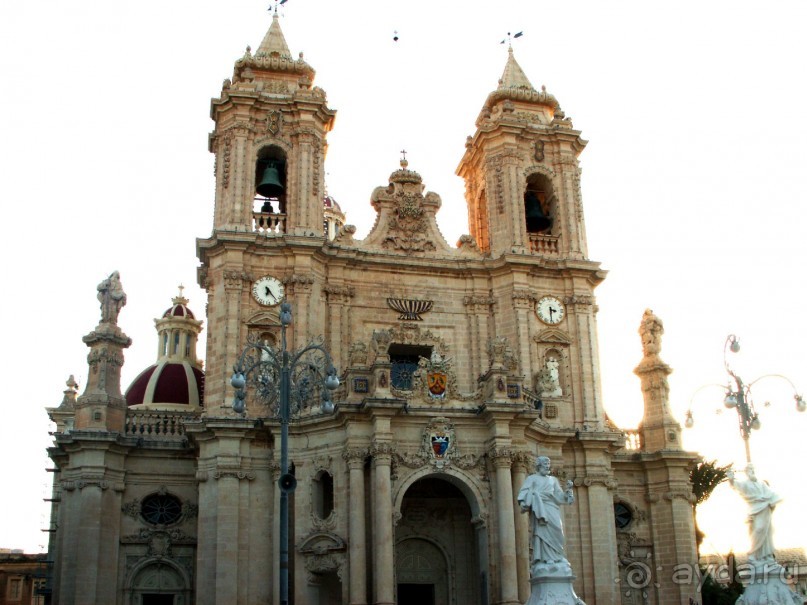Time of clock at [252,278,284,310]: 6:23
